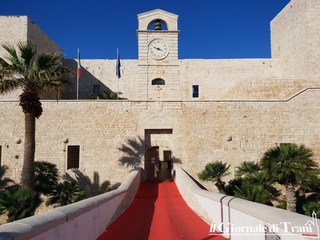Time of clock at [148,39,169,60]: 3:48
